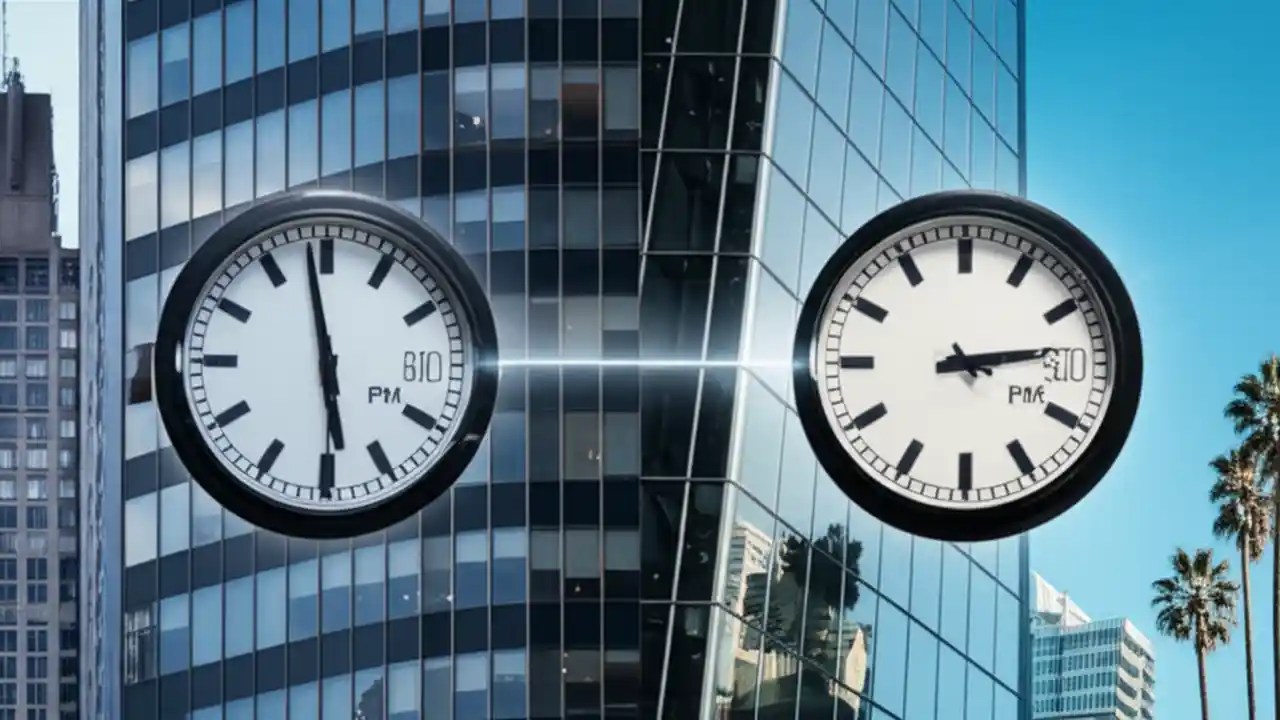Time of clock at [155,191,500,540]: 5:58
